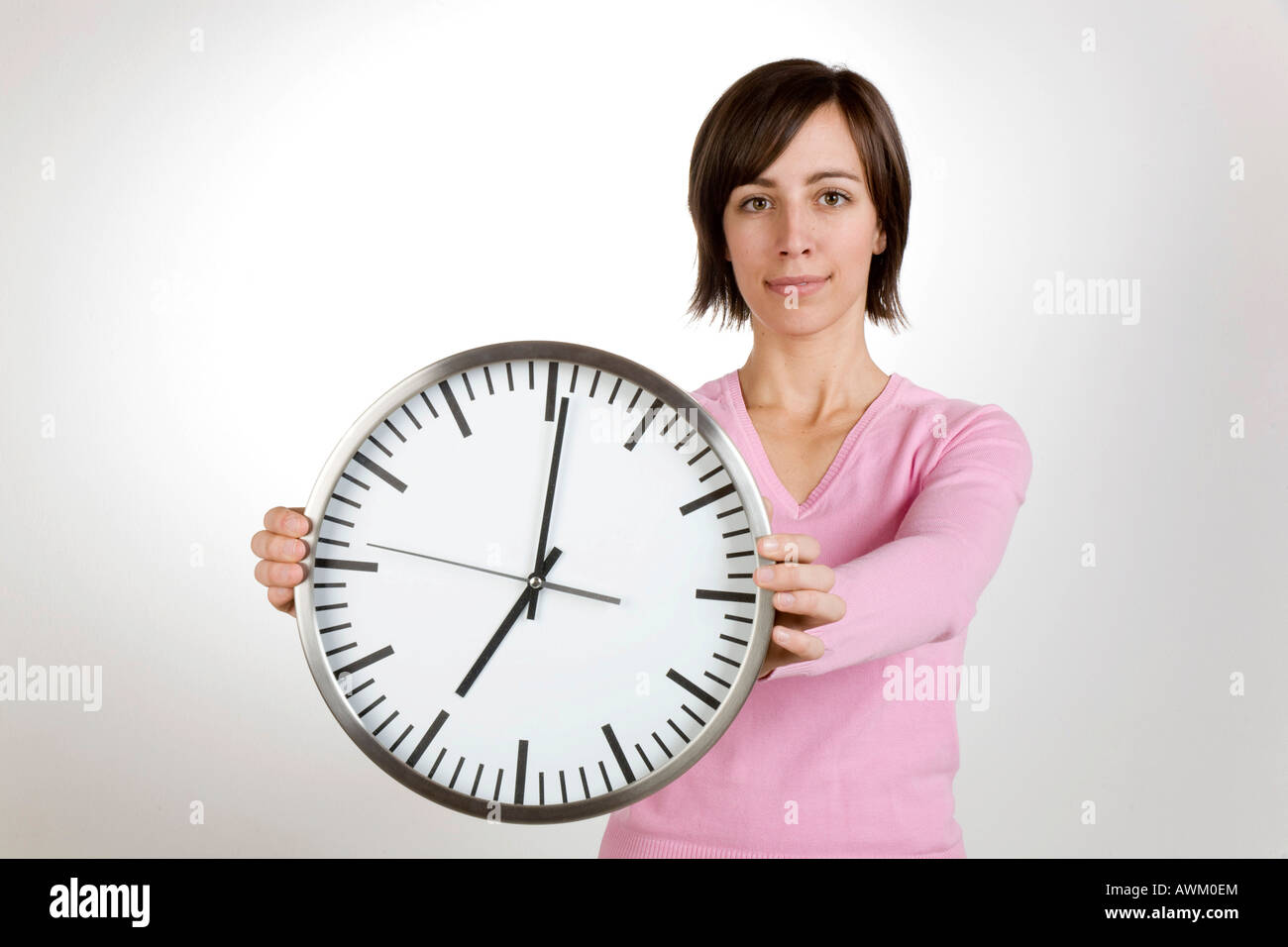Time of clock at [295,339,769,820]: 7:00
